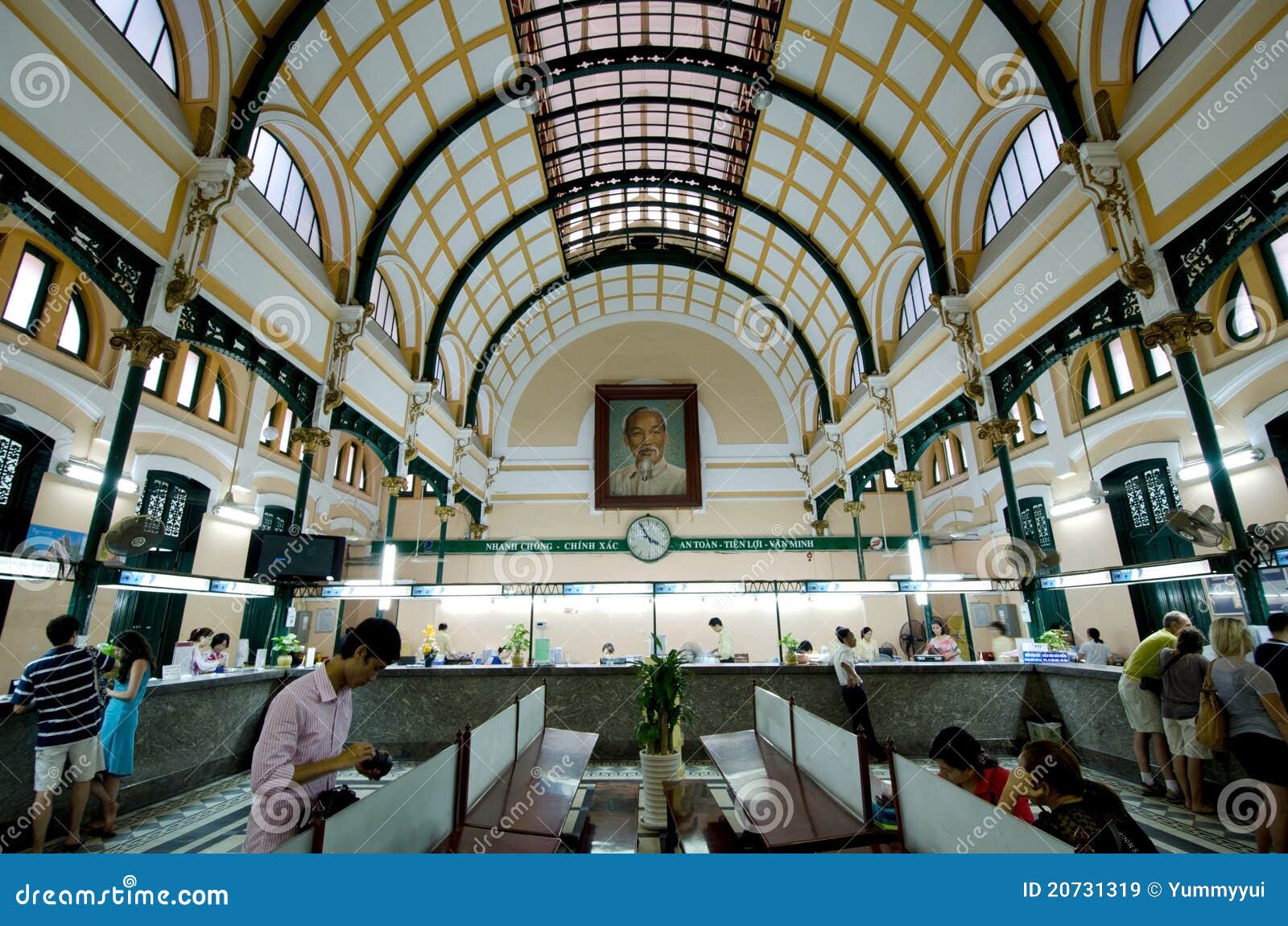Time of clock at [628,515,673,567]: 3:55
